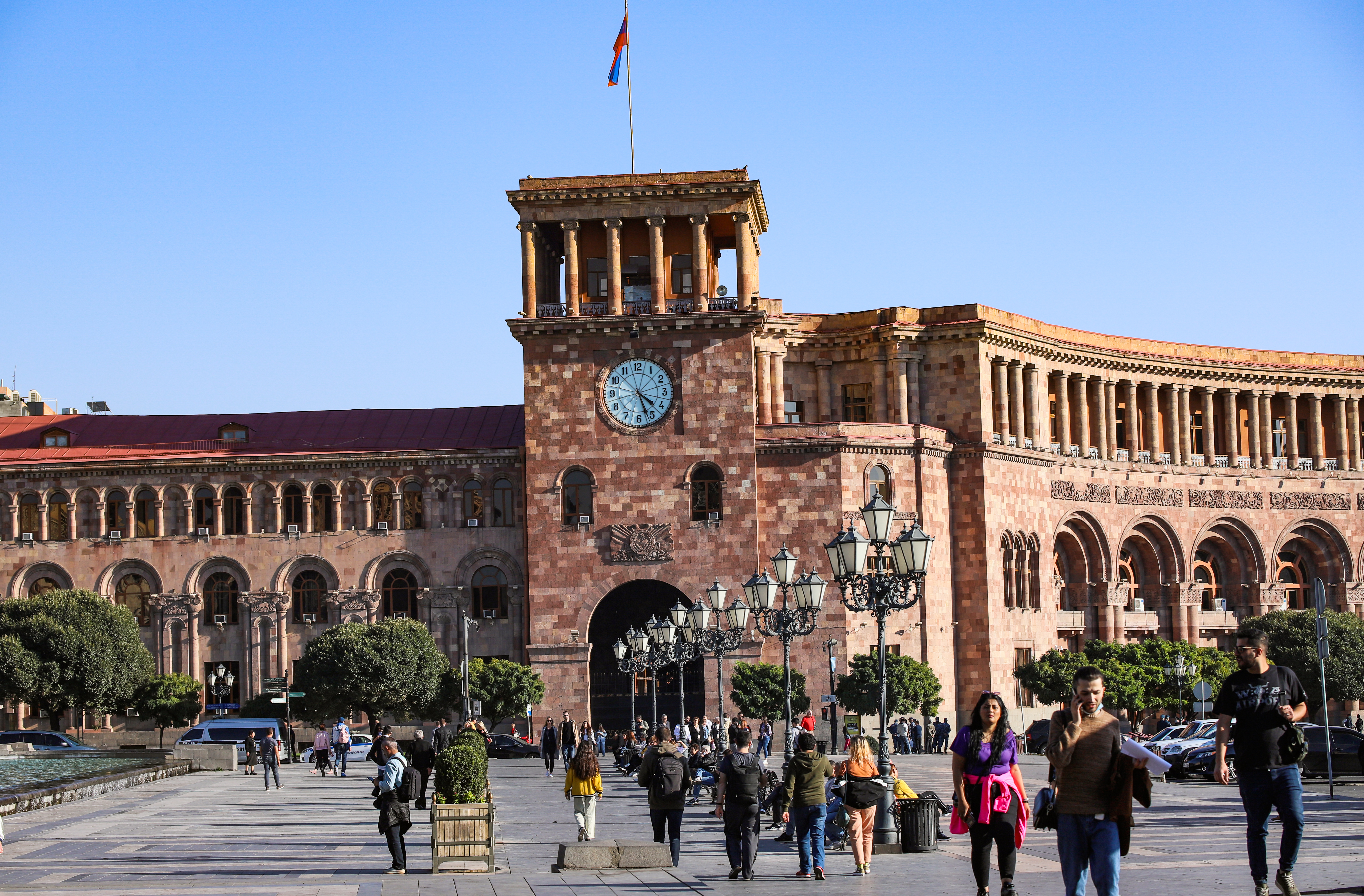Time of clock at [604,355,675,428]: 4:26
